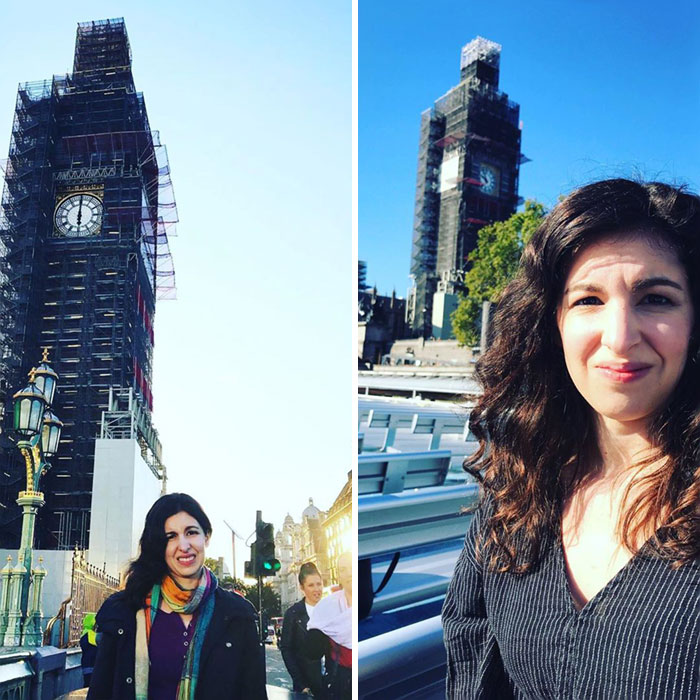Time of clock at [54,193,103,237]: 6:00
